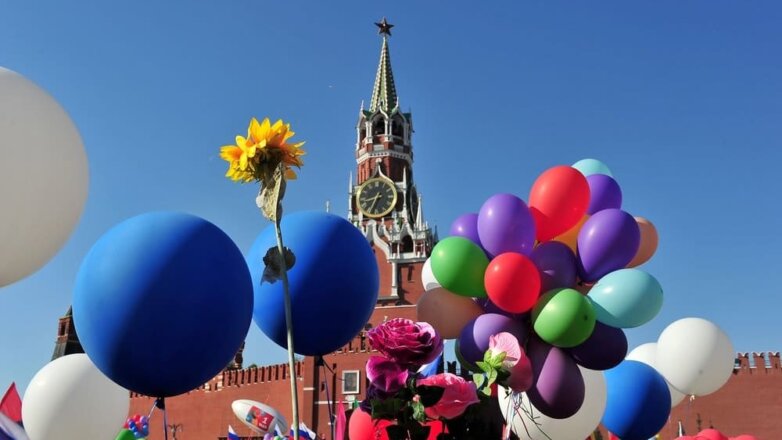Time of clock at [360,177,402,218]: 8:34
